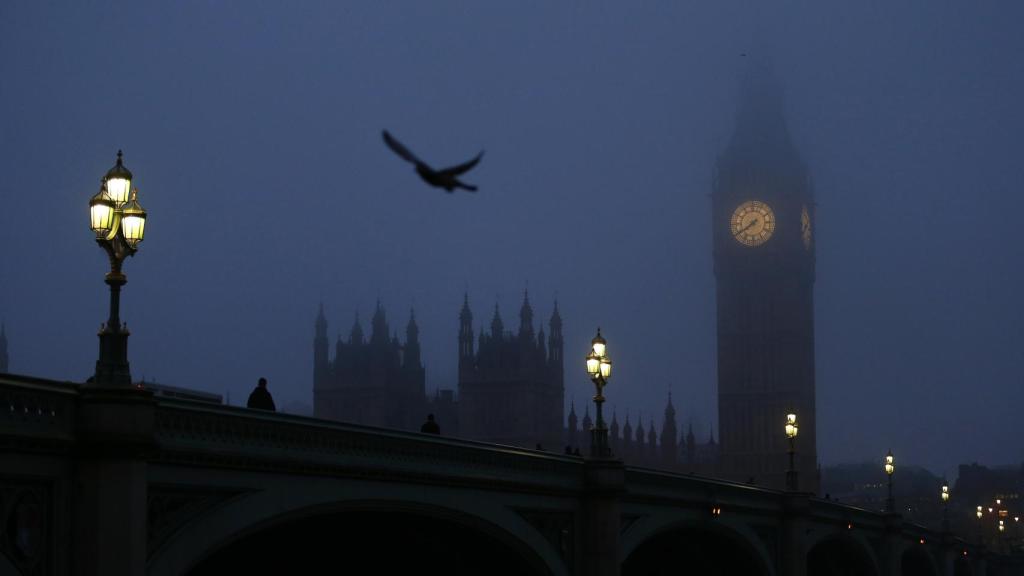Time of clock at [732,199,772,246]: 7:39
